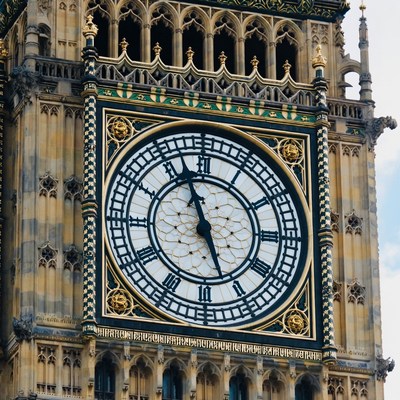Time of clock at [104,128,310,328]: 4:56
